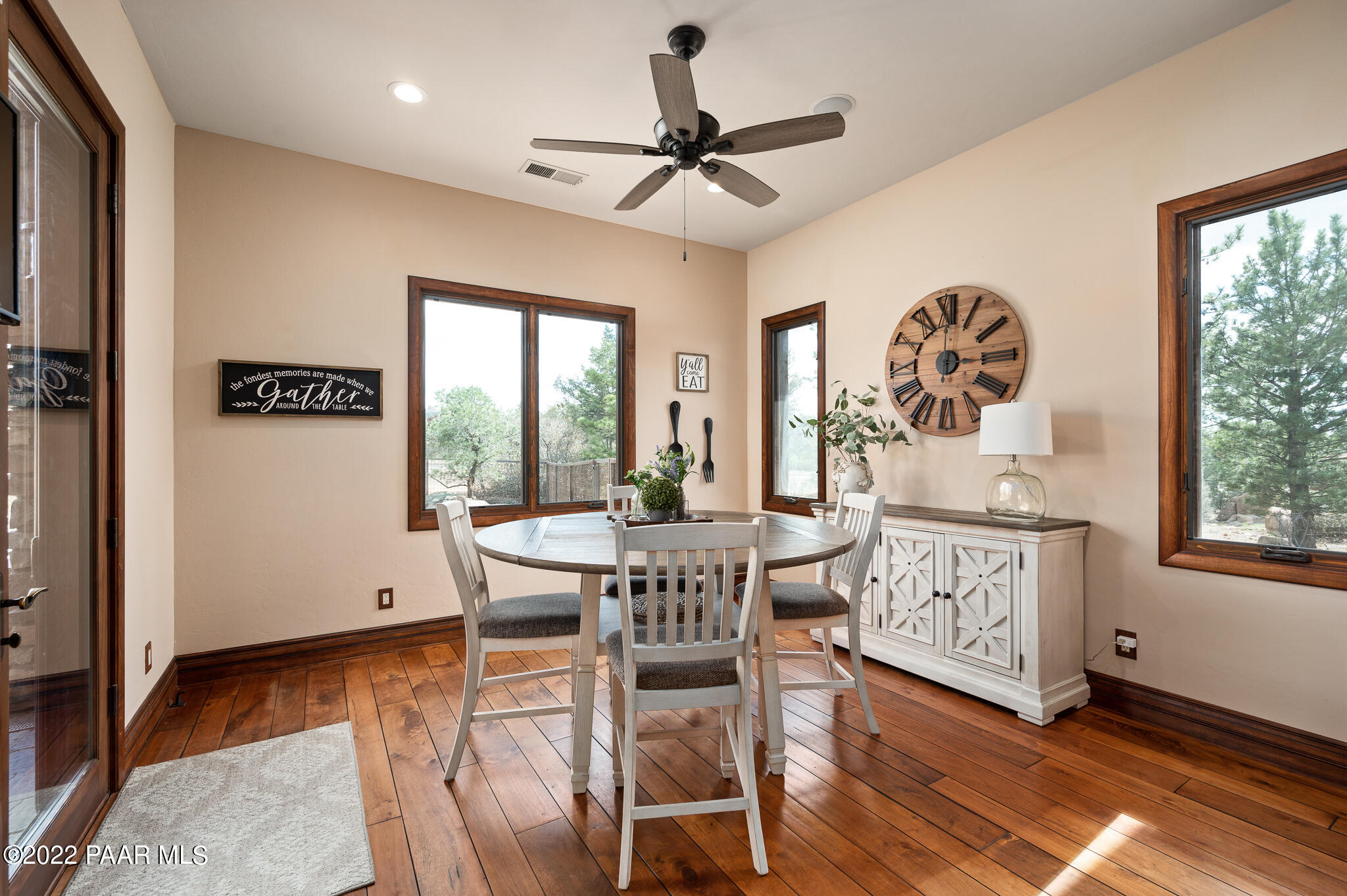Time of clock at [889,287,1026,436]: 3:00
